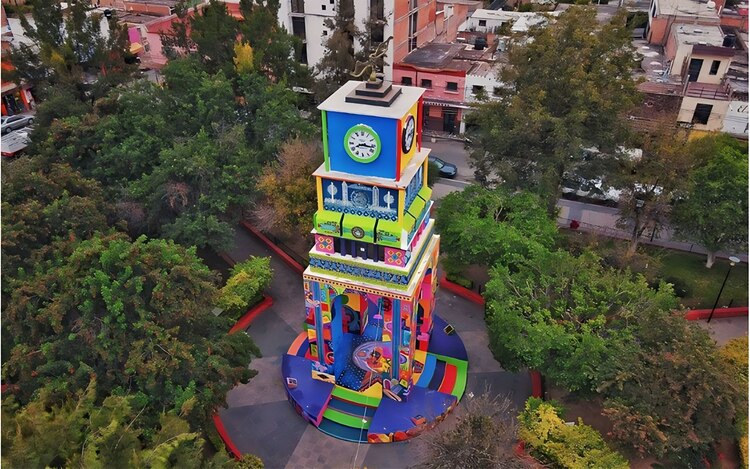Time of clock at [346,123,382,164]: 8:16
